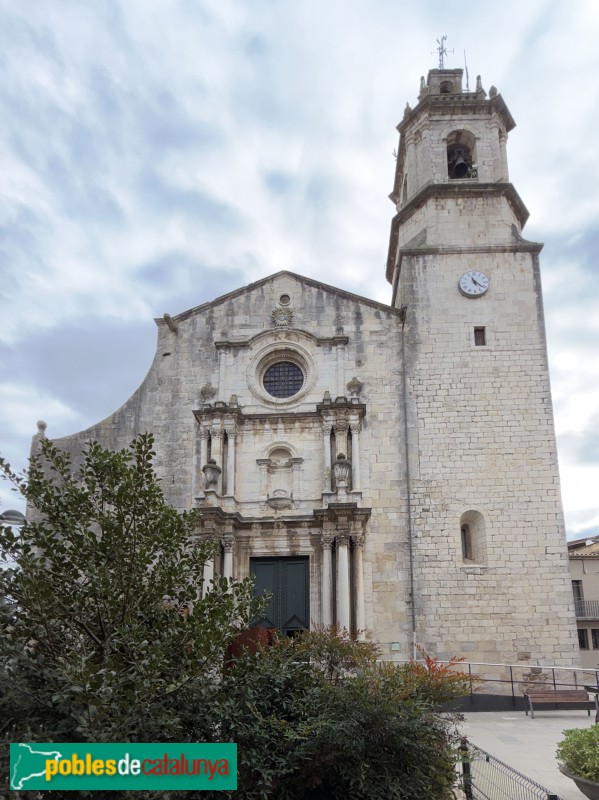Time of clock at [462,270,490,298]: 11:21
